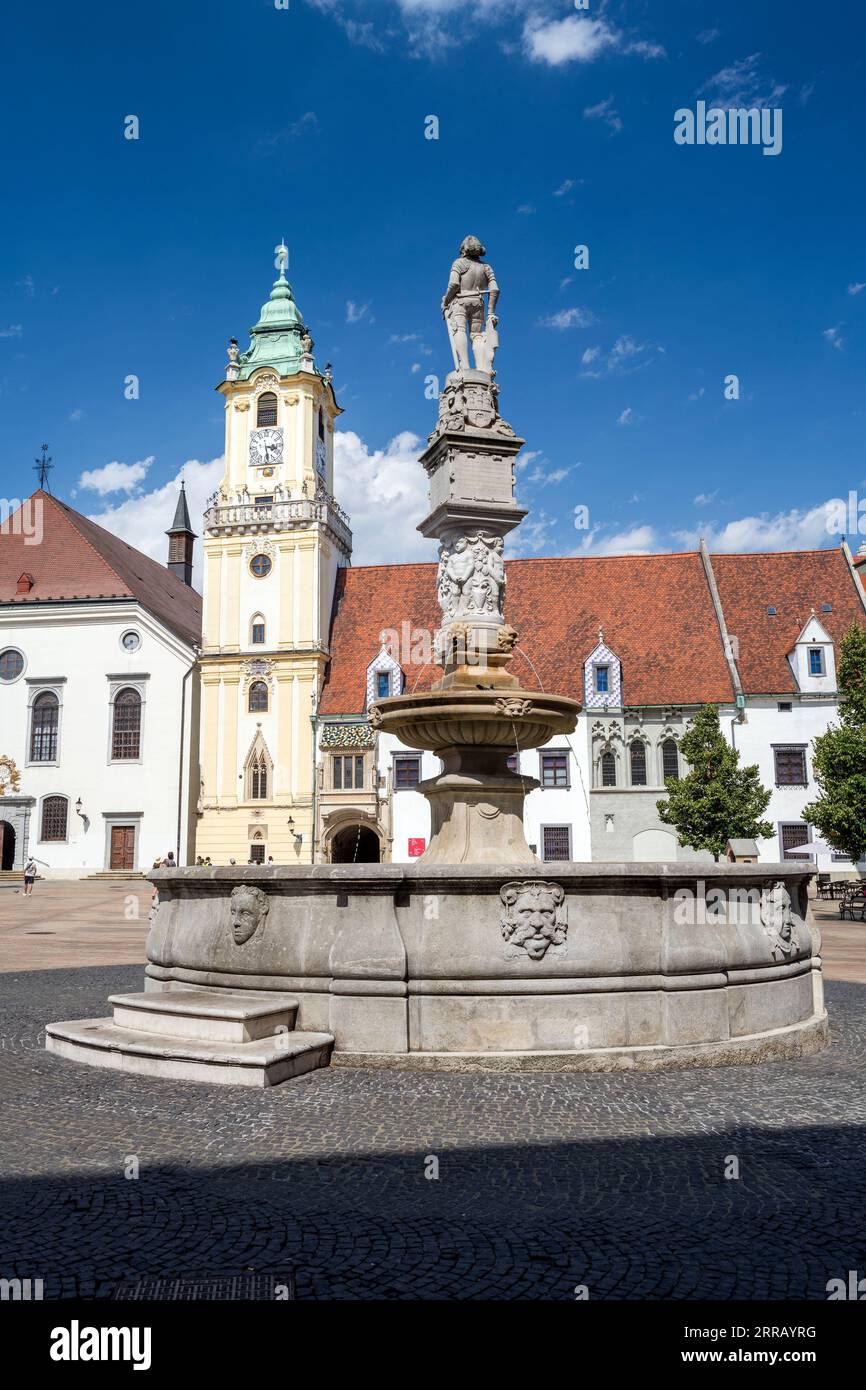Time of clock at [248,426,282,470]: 3:28
